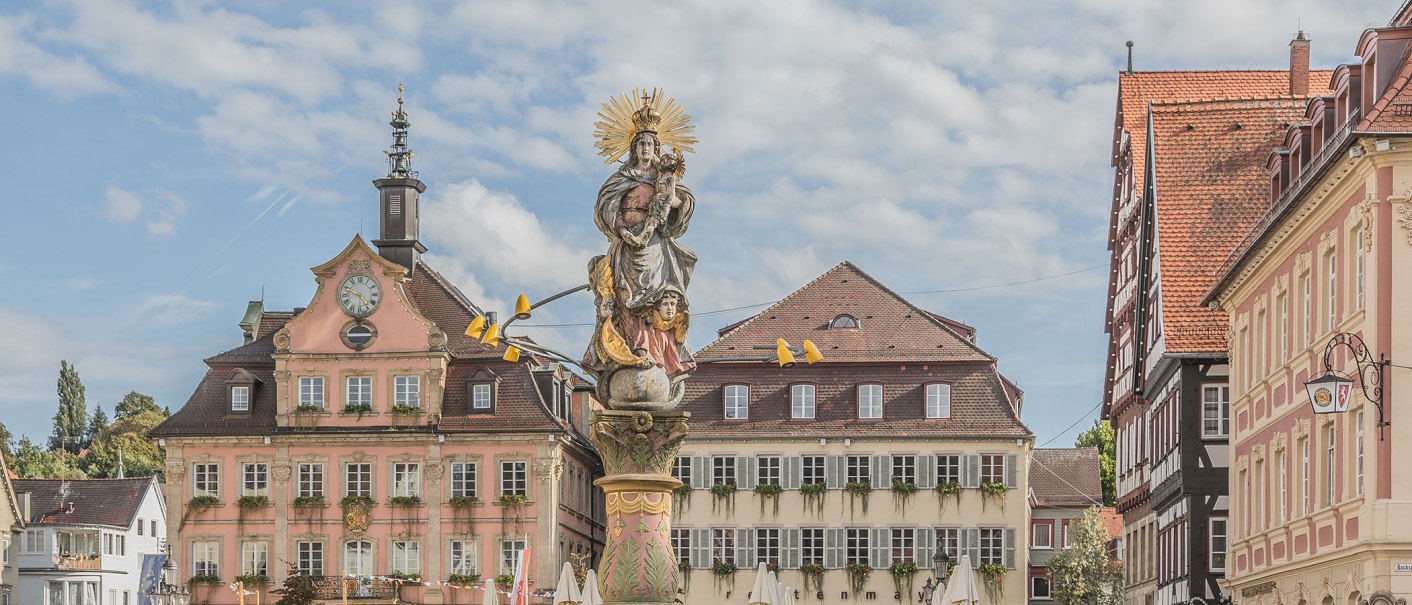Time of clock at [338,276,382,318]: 4:48
